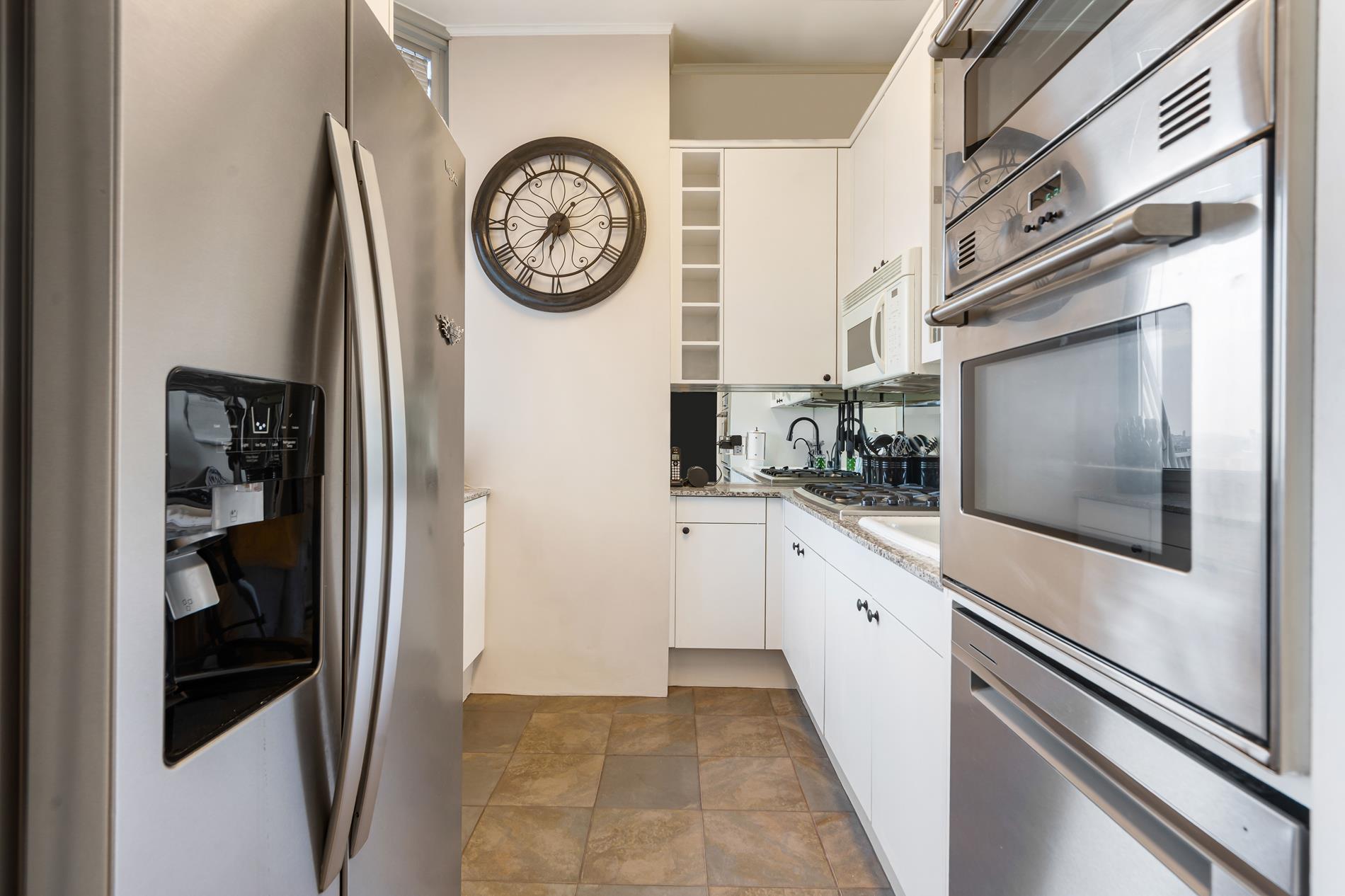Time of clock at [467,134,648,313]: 6:36
